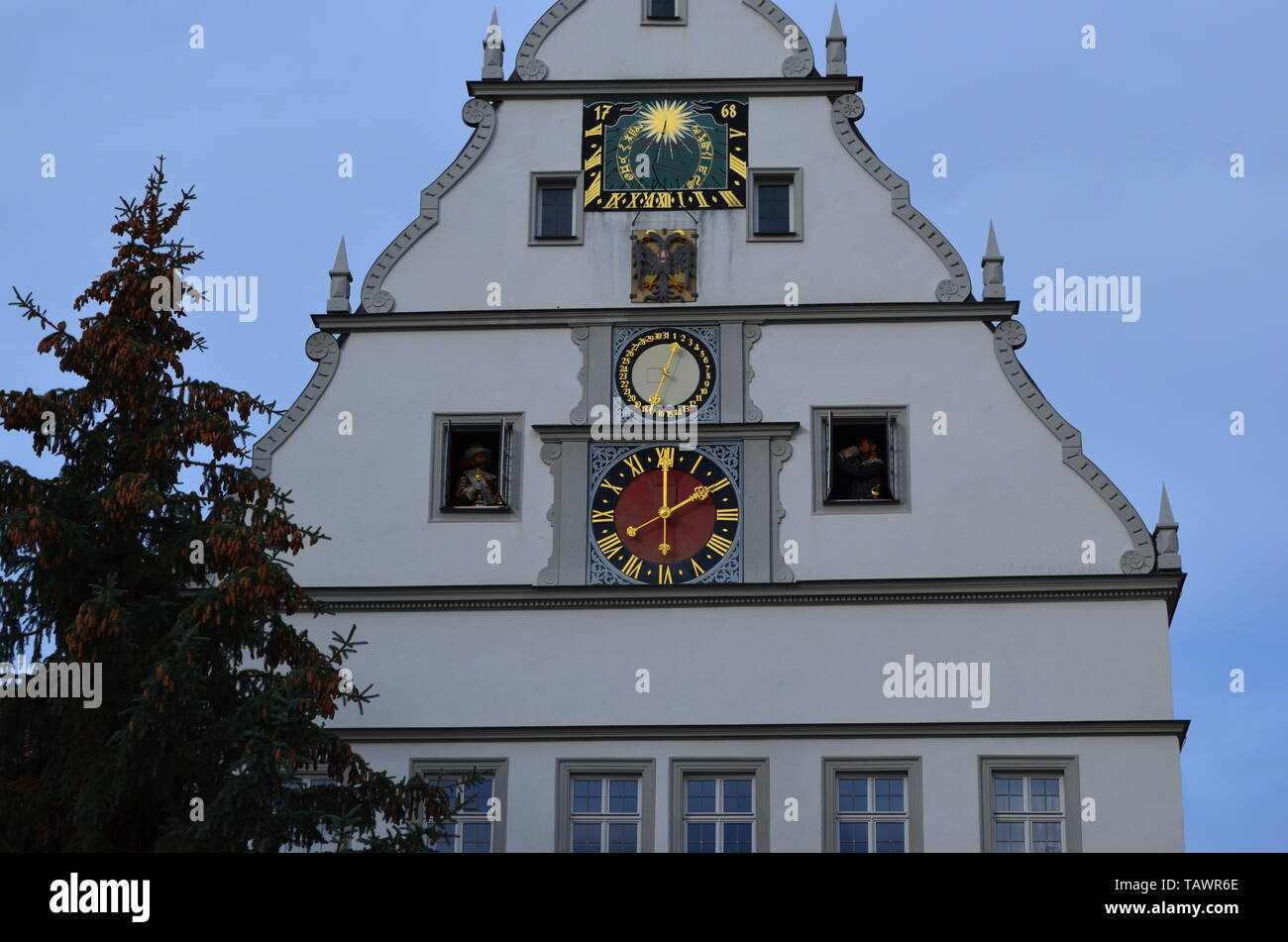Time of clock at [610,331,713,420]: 12:32
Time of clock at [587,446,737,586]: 2:00
